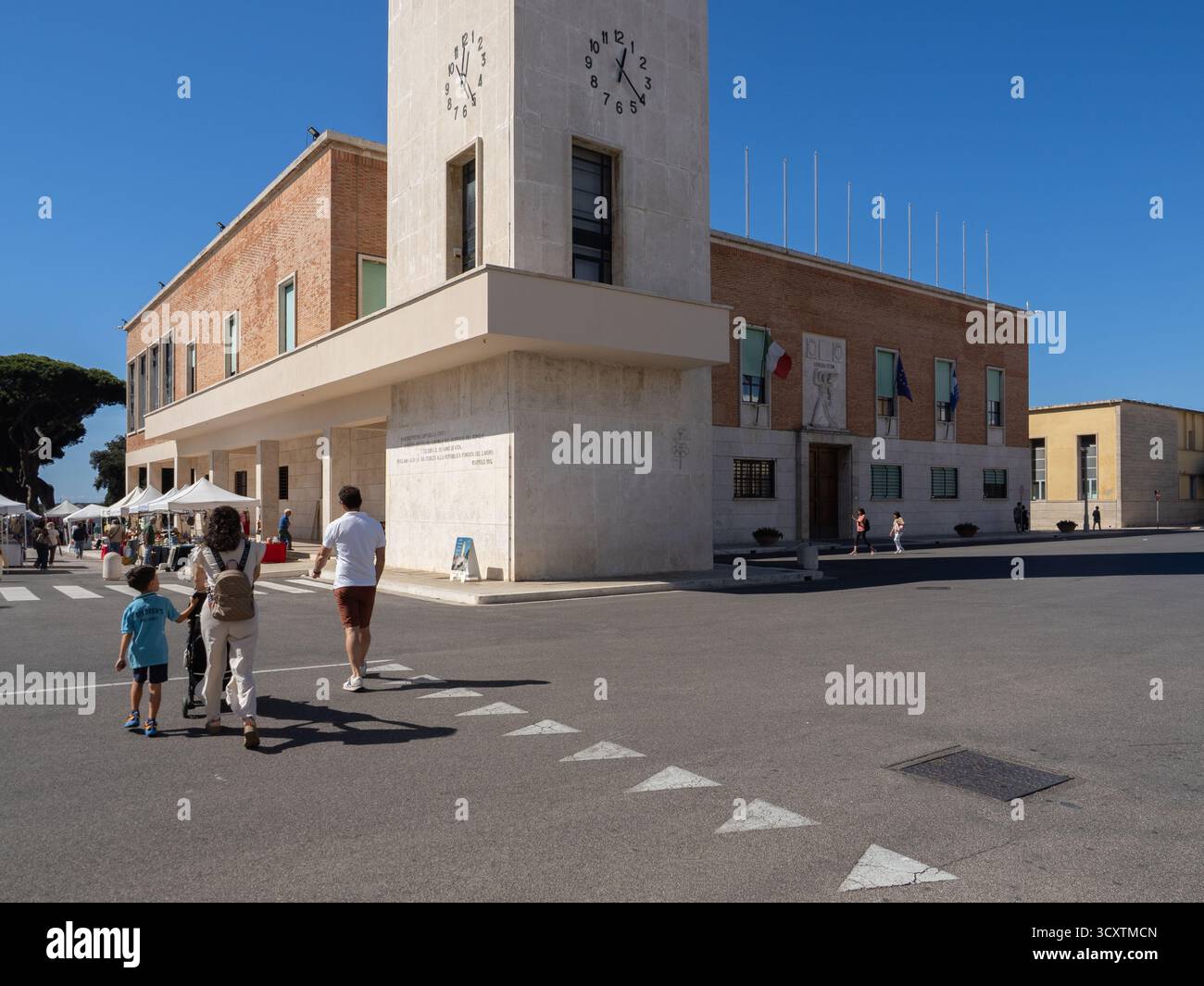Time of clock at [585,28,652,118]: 12:21
